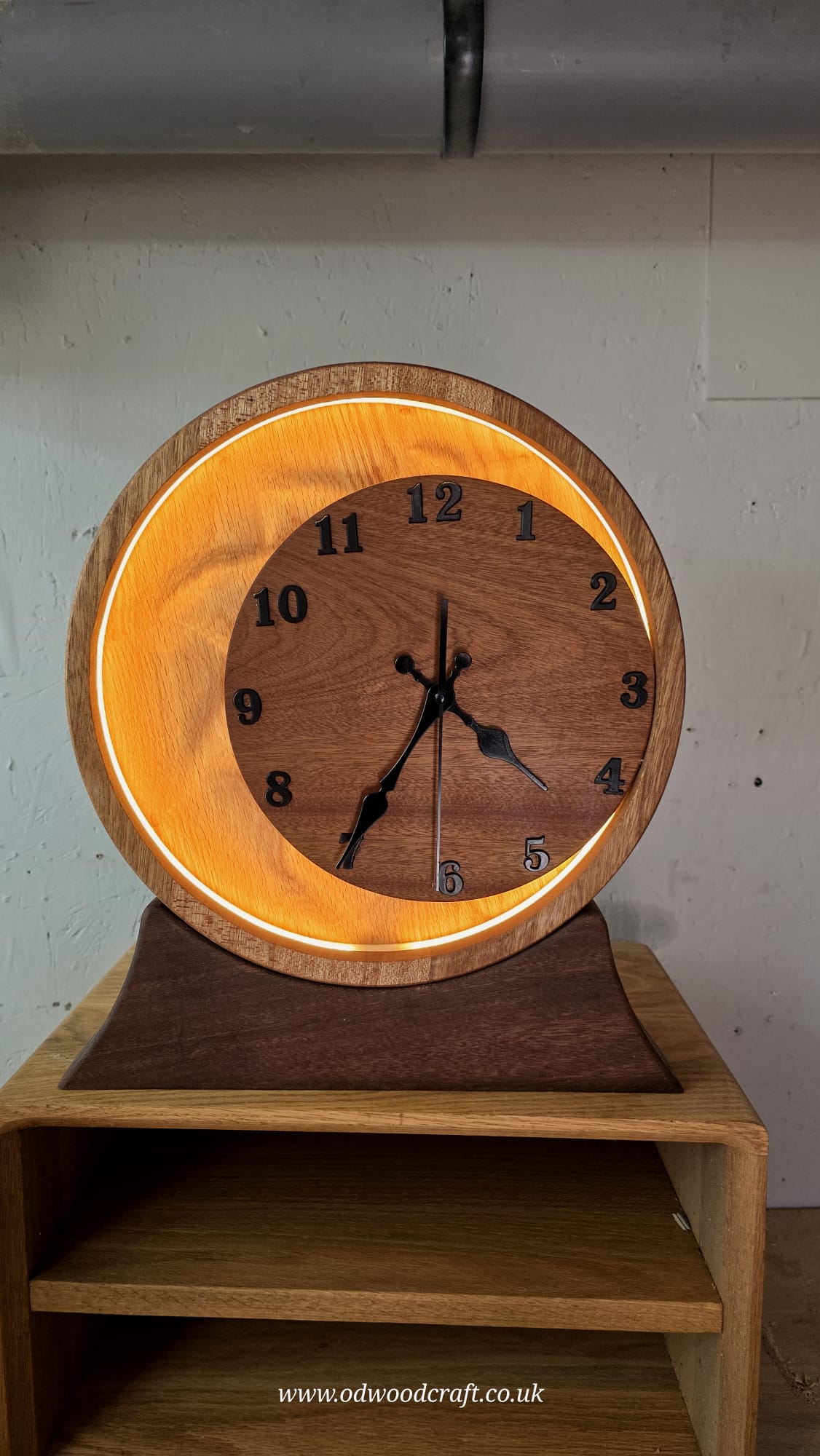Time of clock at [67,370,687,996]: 4:35
